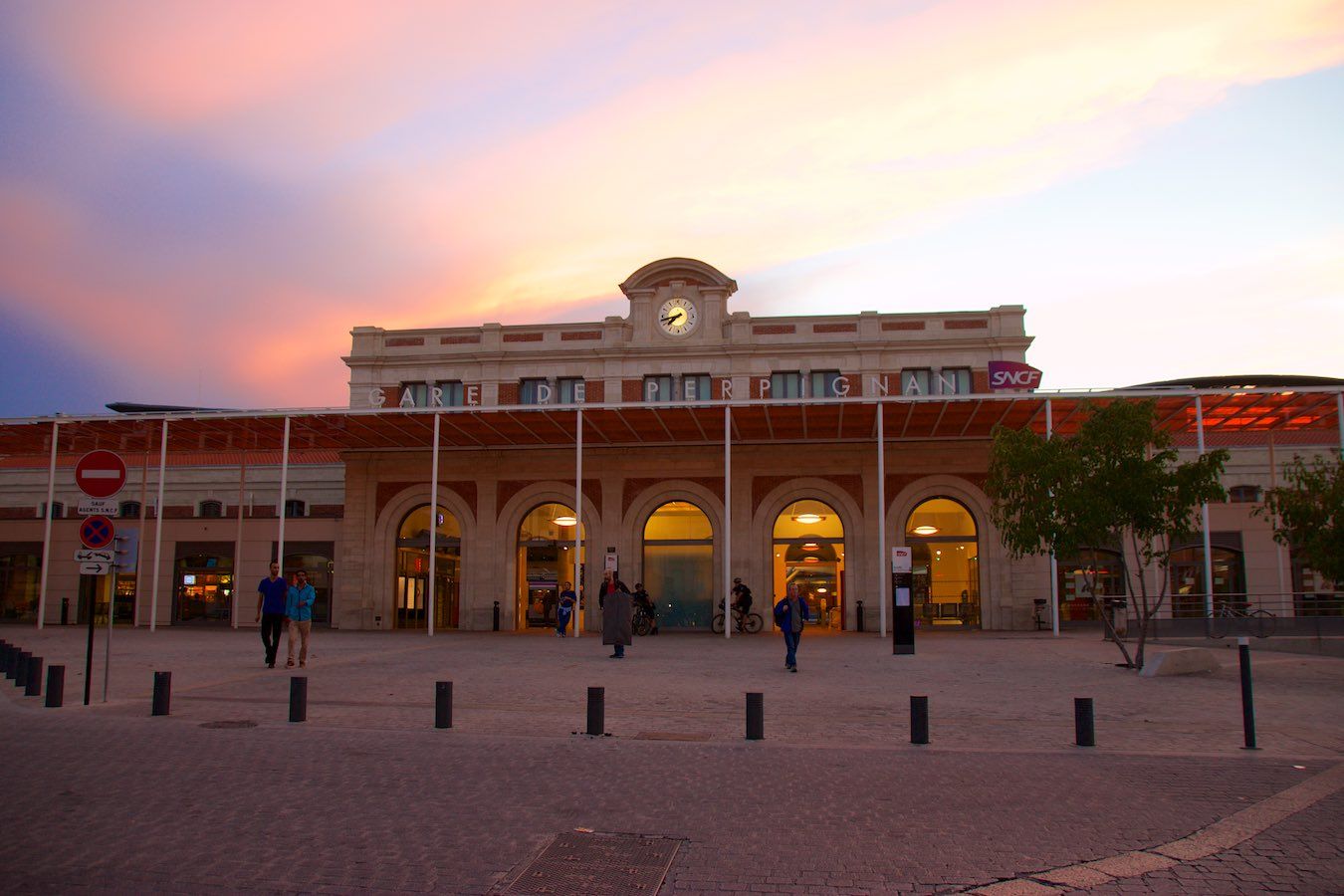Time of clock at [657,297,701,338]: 7:42
